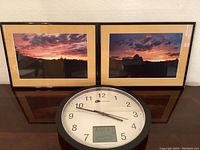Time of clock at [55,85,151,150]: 3:48
